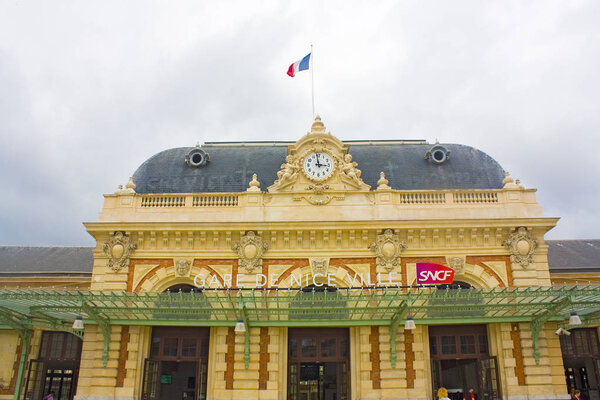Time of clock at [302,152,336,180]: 2:58
